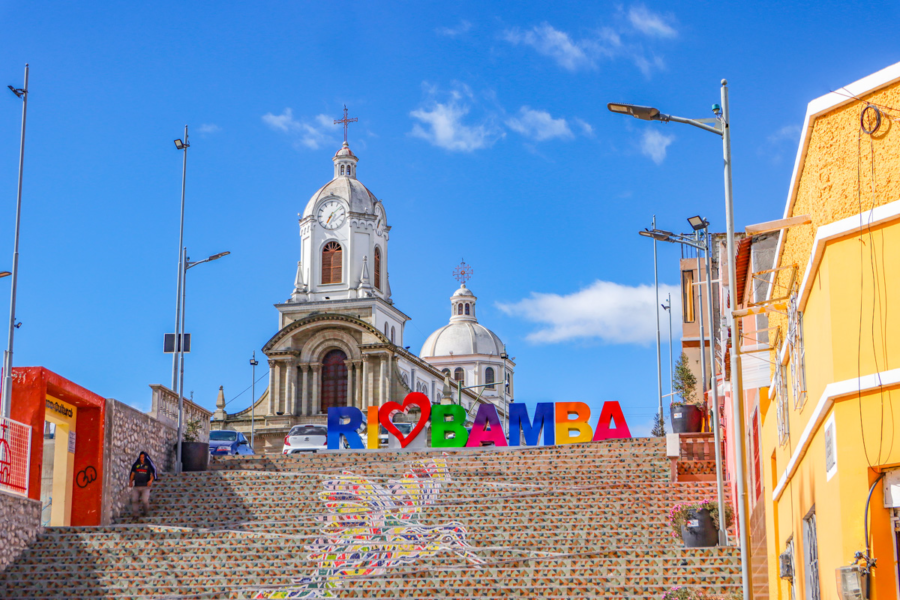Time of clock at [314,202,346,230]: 7:08
